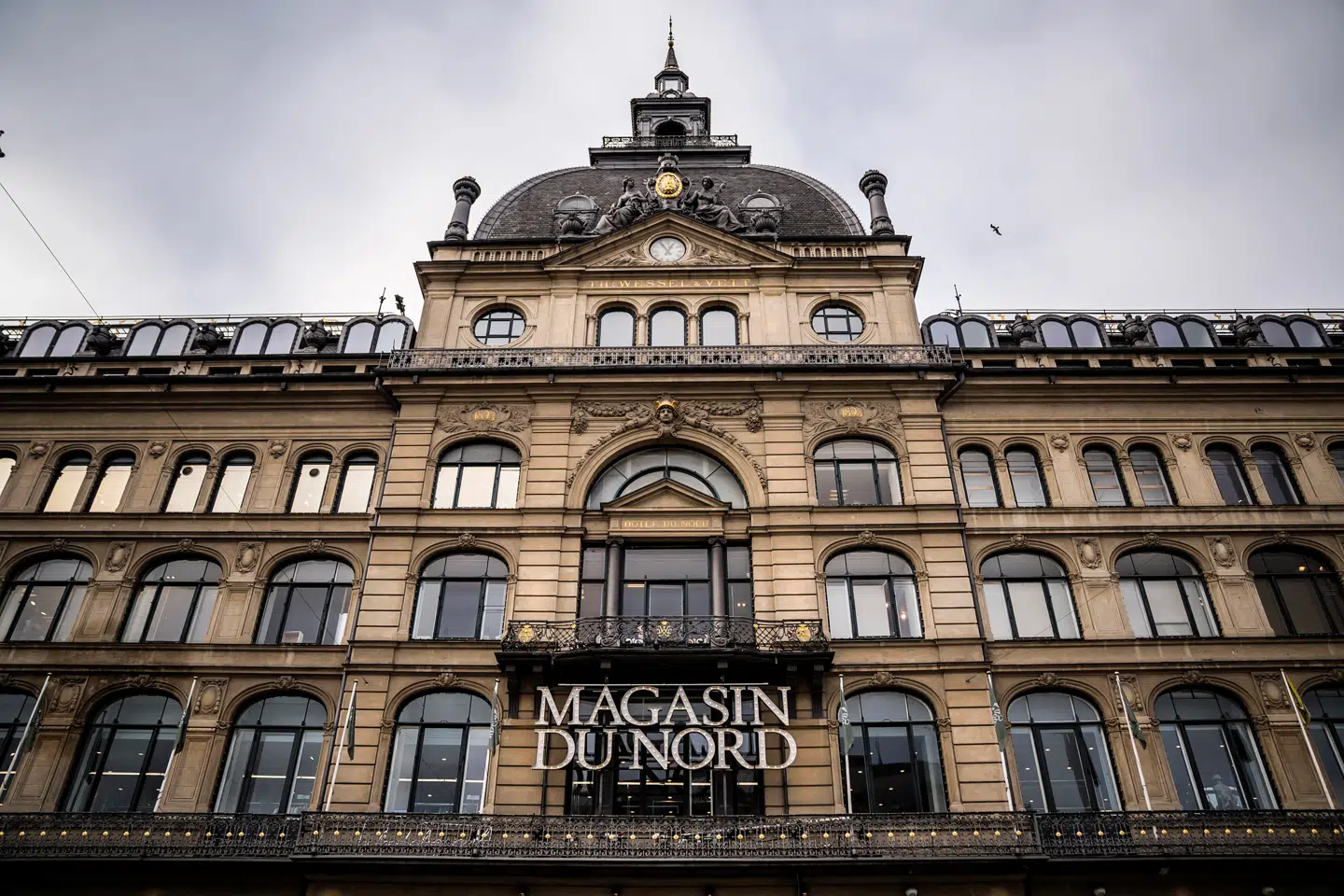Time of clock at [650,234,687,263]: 12:55
